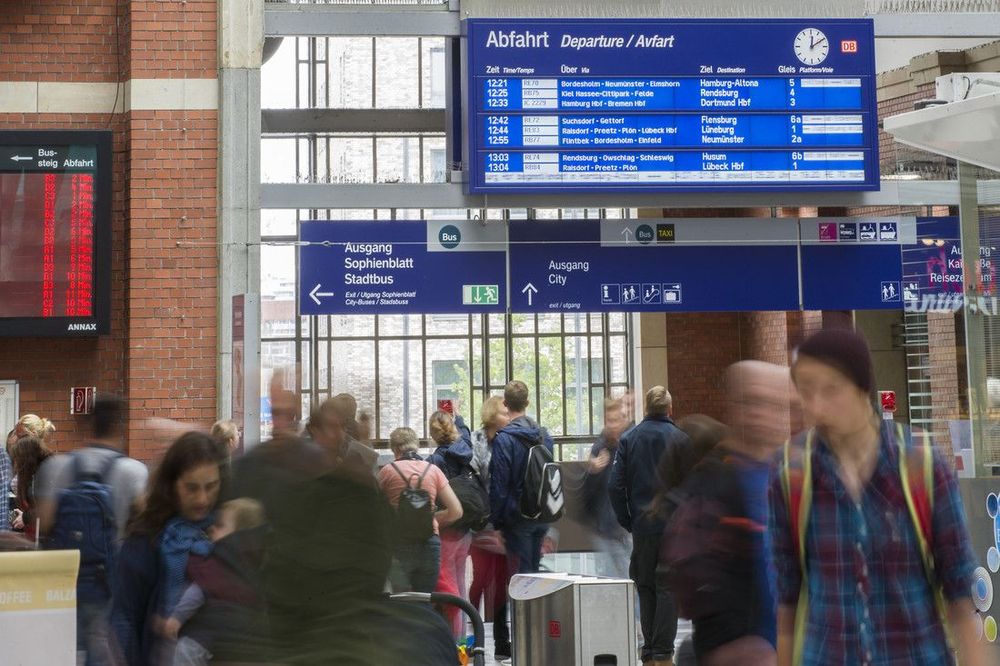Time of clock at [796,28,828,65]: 12:09
